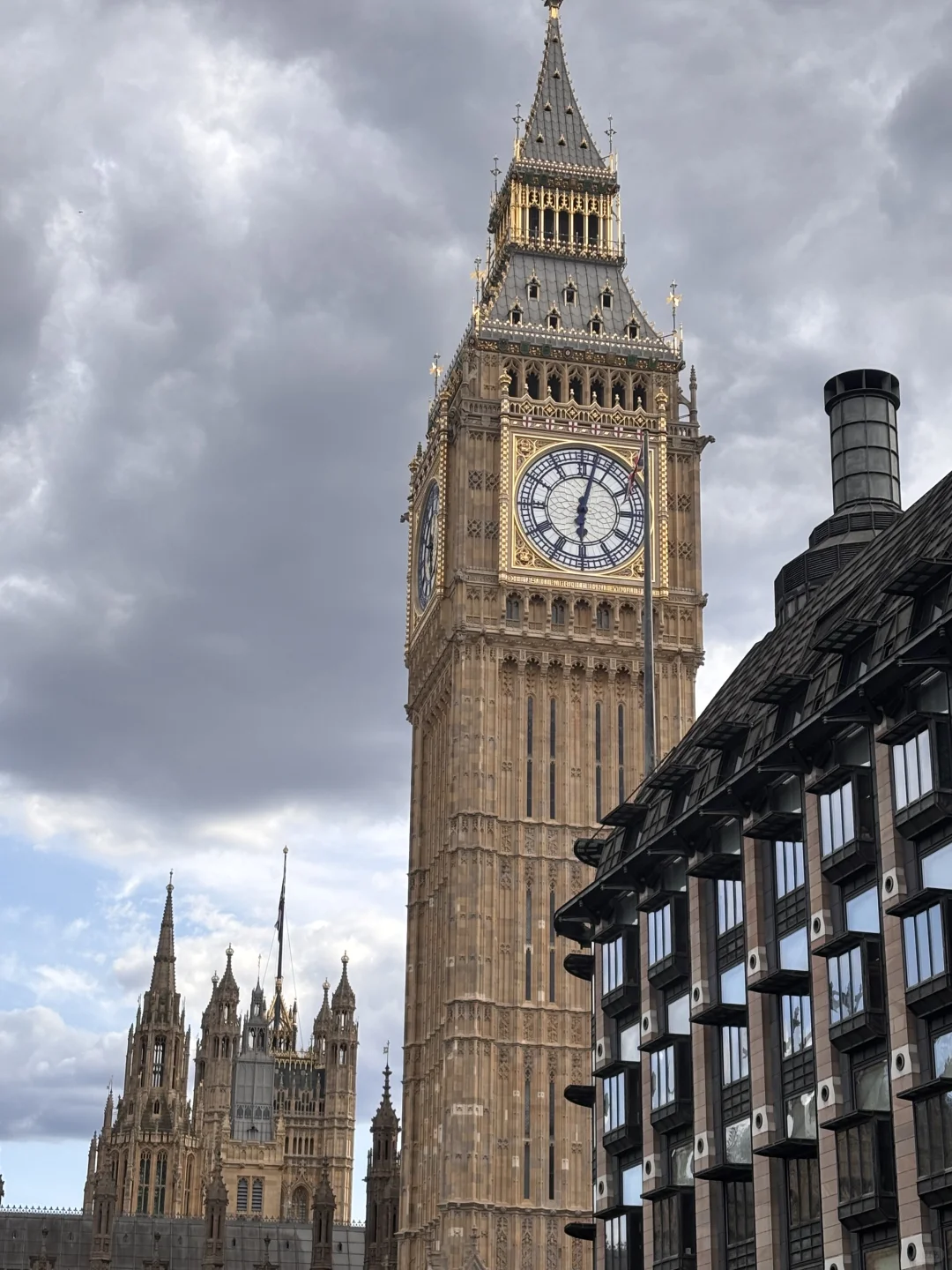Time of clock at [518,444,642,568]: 6:02
